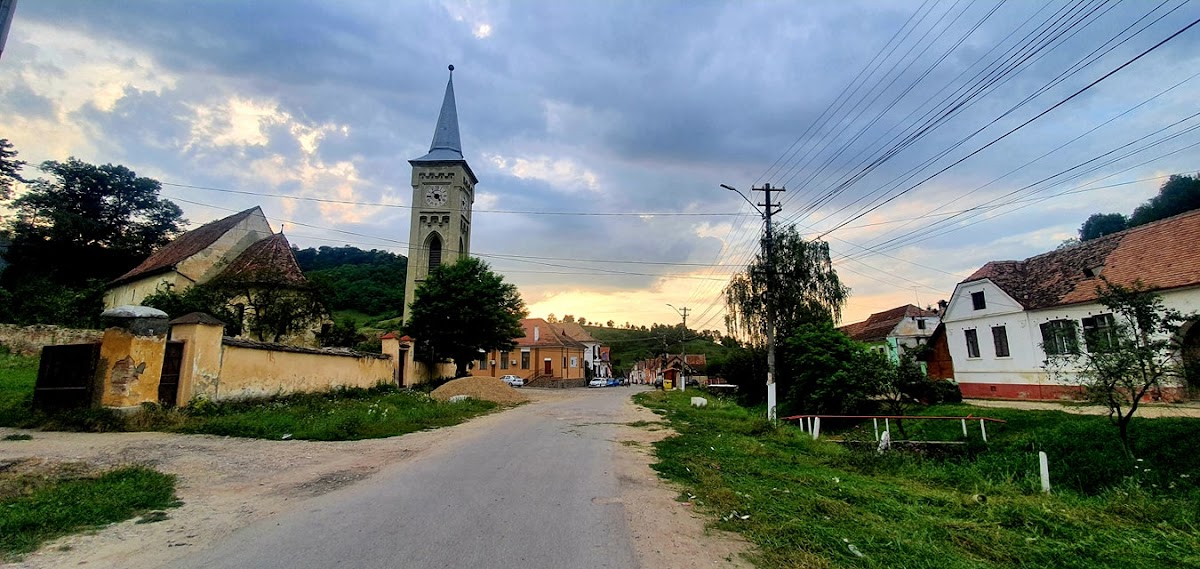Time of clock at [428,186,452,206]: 4:52
